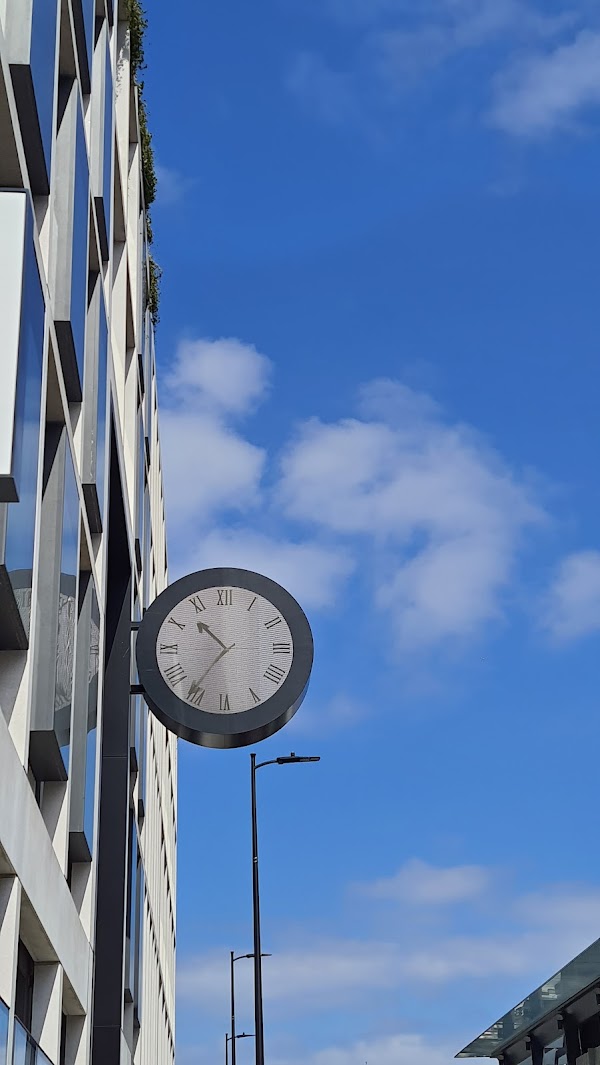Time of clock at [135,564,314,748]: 10:35
